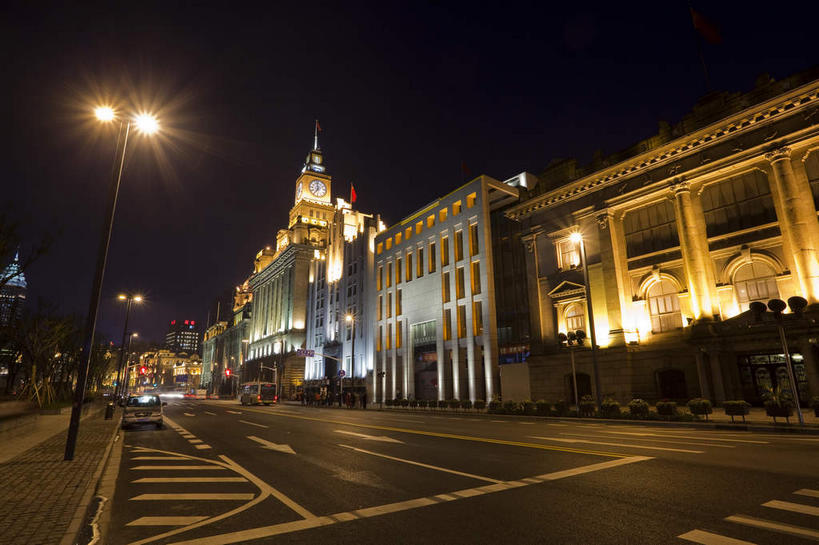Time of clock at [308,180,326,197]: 6:58
